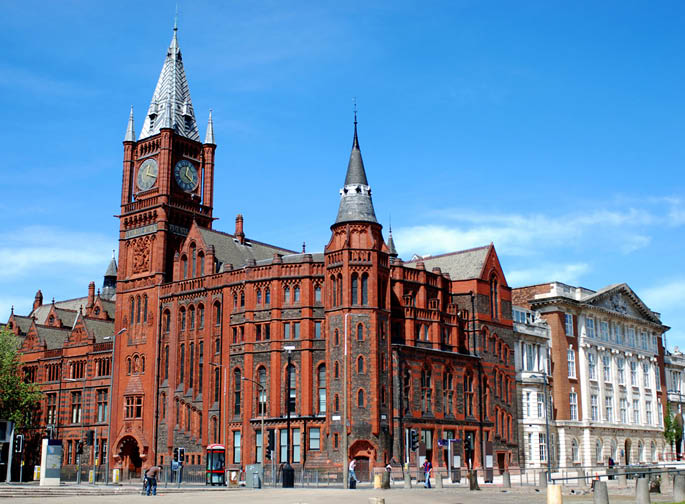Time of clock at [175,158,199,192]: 12:20
